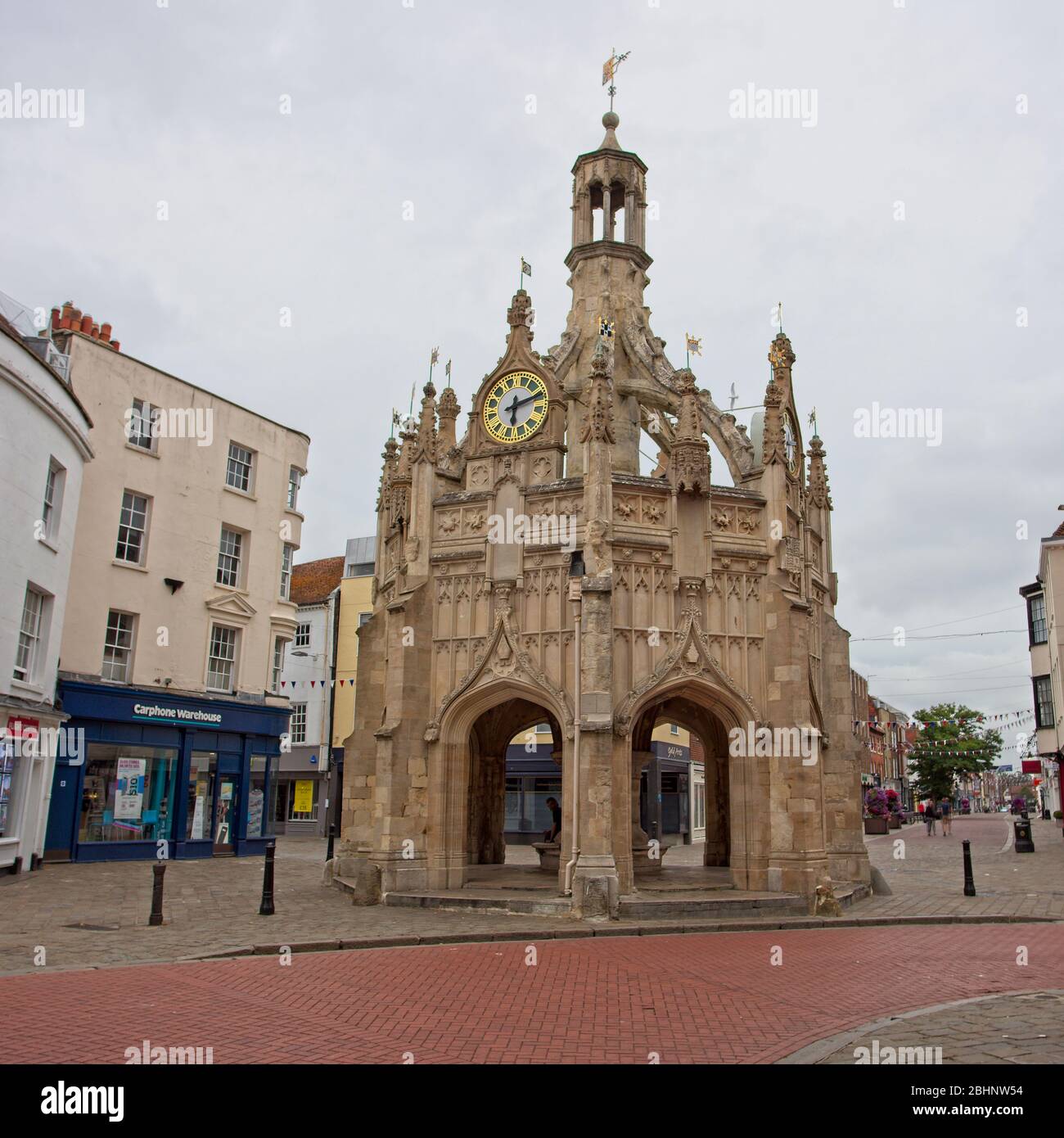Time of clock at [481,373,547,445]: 6:11
